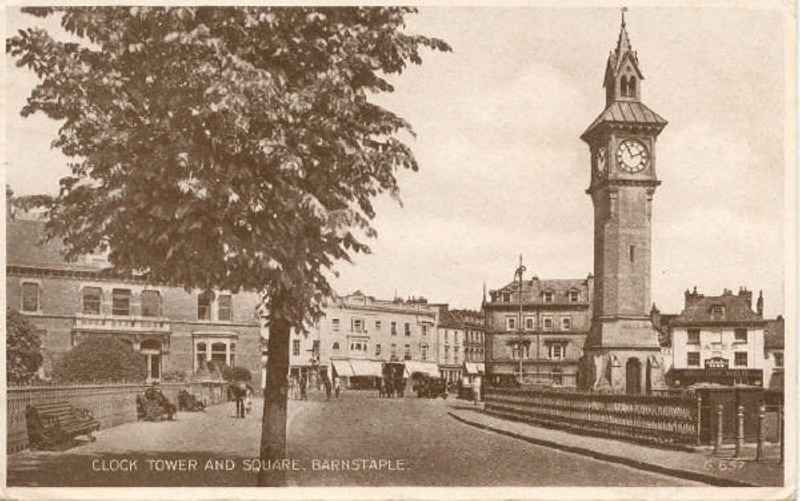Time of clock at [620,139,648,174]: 11:11
